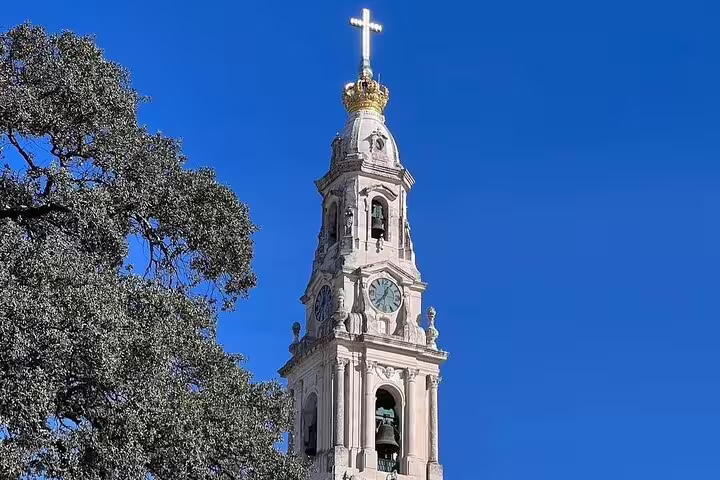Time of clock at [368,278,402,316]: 12:37
